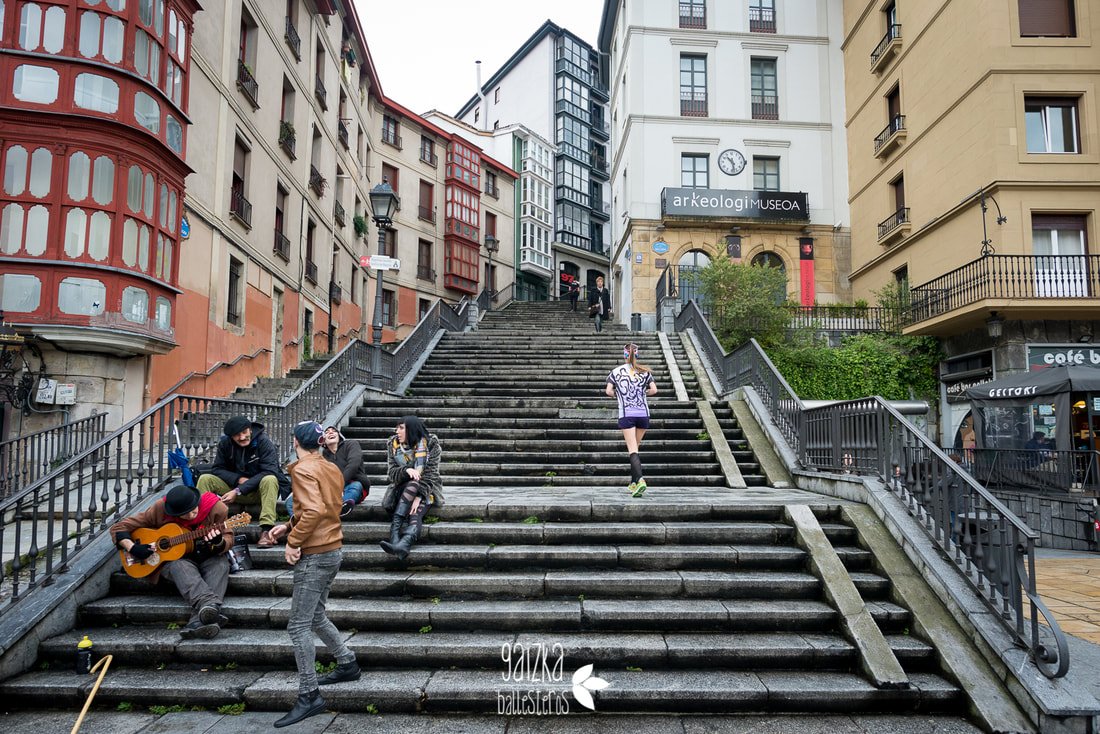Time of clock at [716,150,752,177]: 10:28
